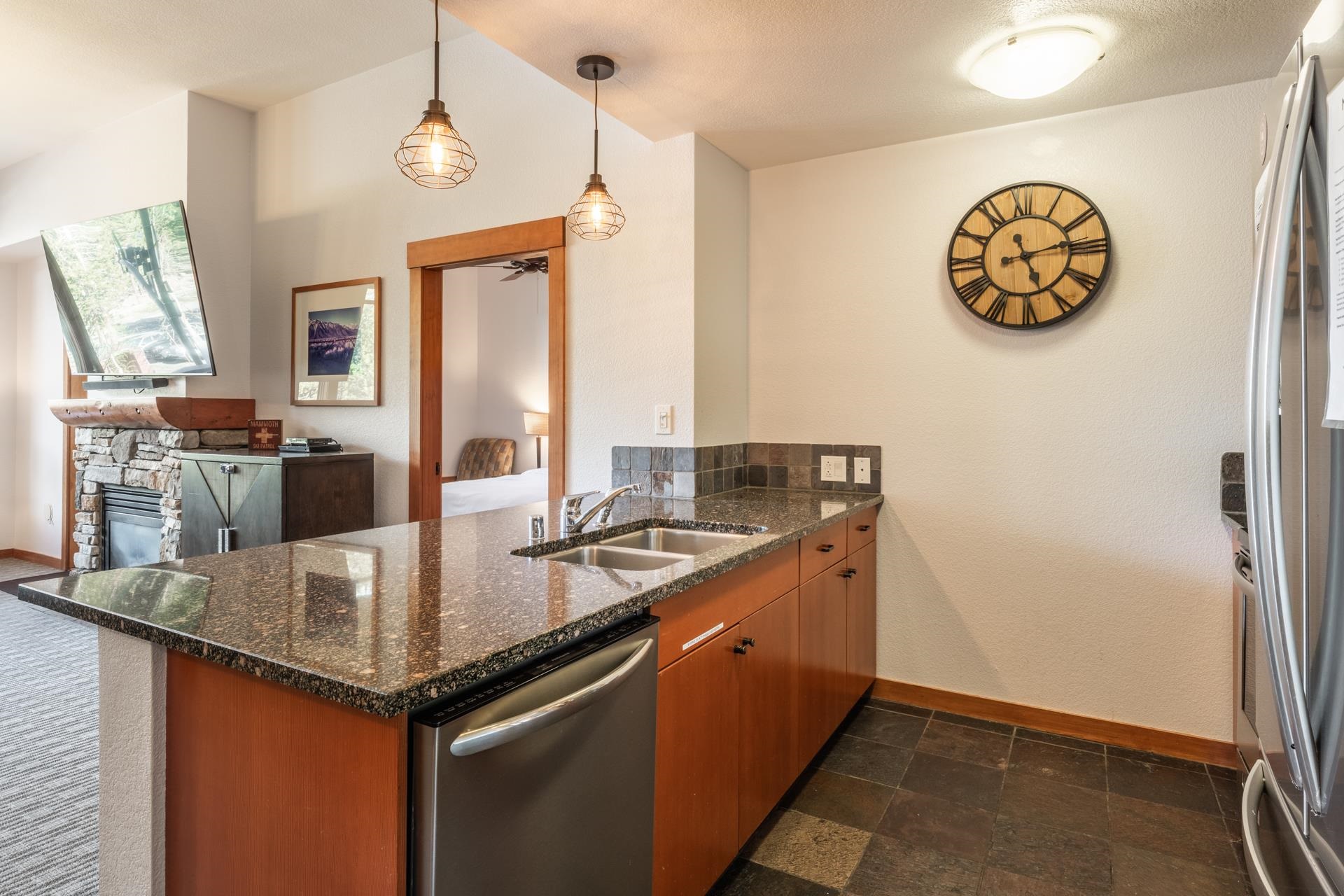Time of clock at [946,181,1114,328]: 5:13
